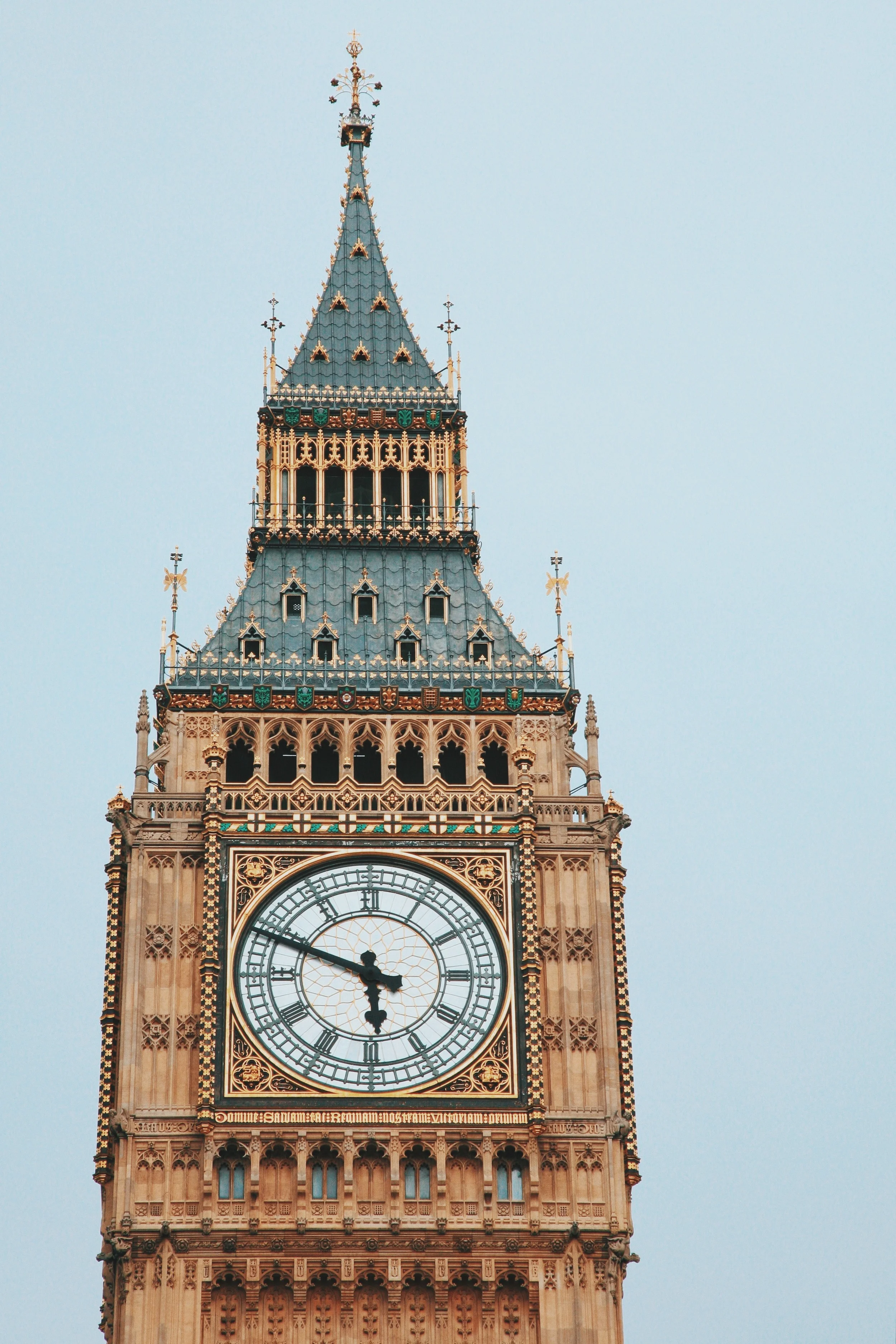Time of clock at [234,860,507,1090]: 5:48
